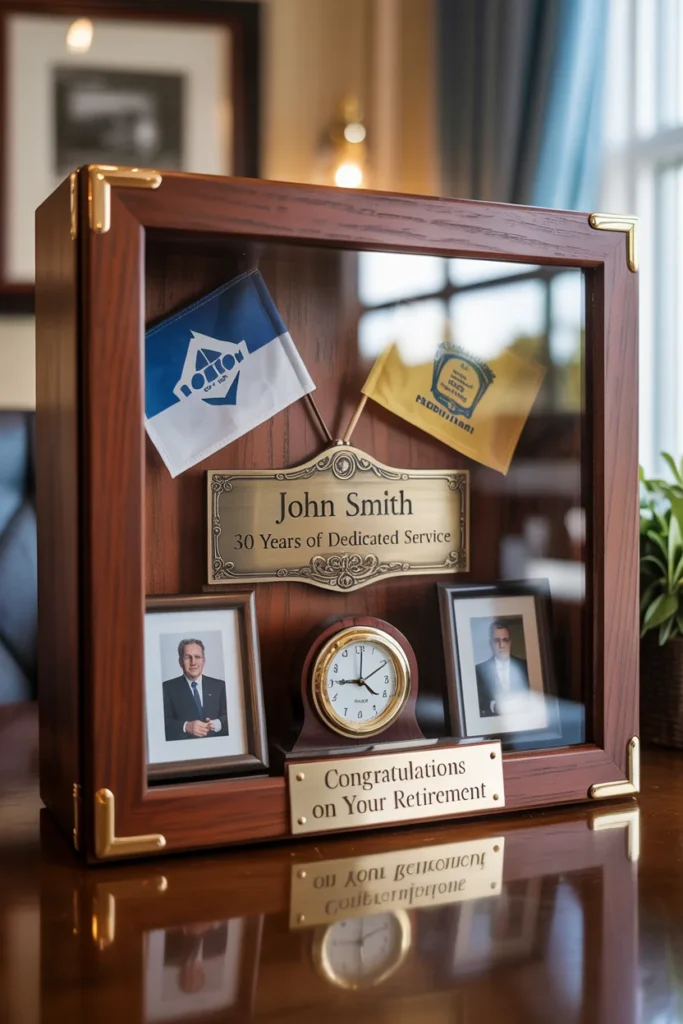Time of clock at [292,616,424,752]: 9:01
